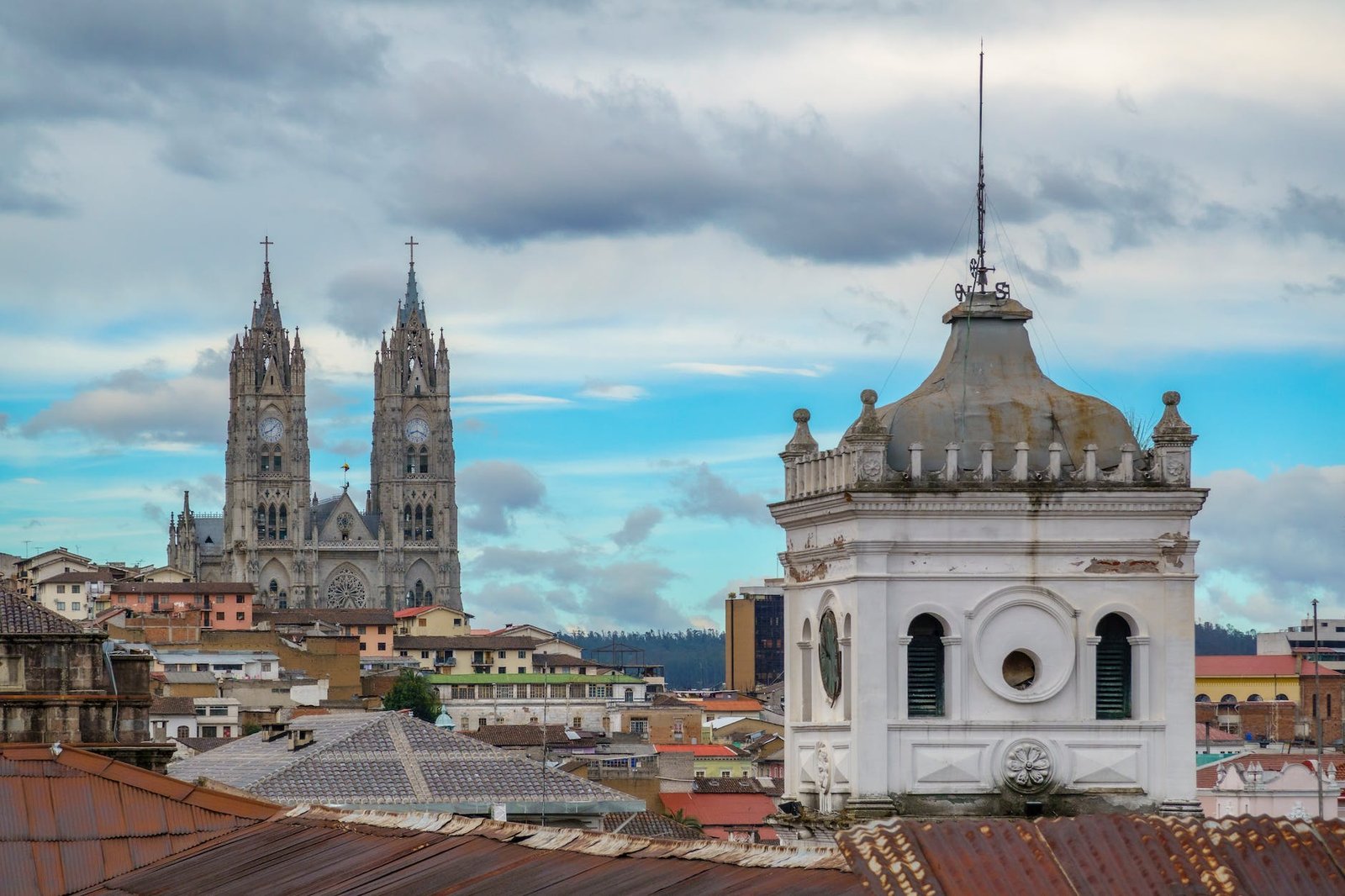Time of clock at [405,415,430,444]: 8:19
